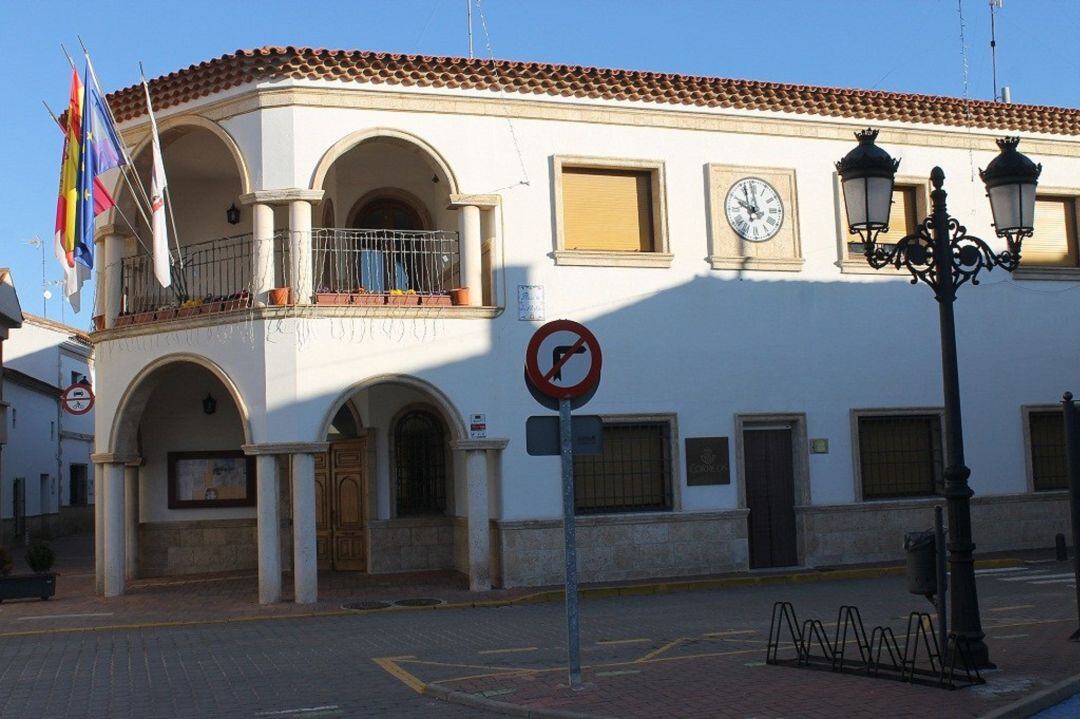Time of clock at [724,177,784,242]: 9:57
